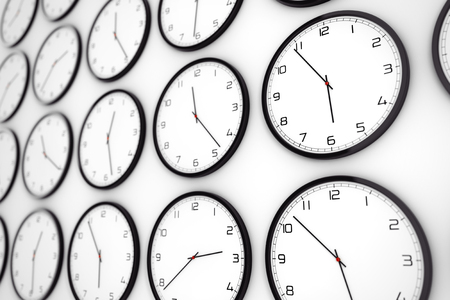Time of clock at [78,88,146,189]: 12:27
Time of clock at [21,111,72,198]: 11:20
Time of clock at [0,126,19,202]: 11:20
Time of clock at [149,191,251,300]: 2:38
